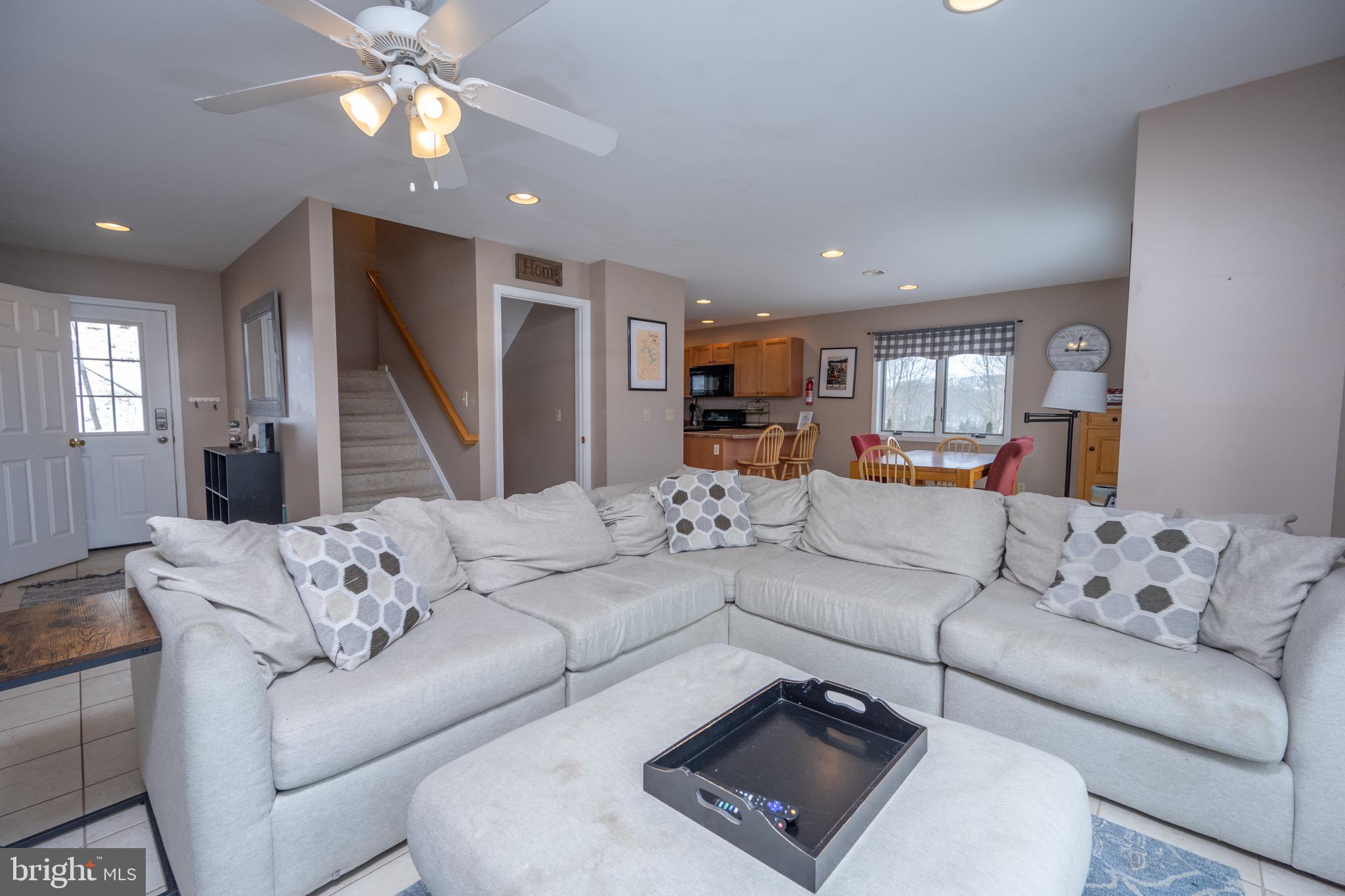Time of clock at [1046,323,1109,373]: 12:15
